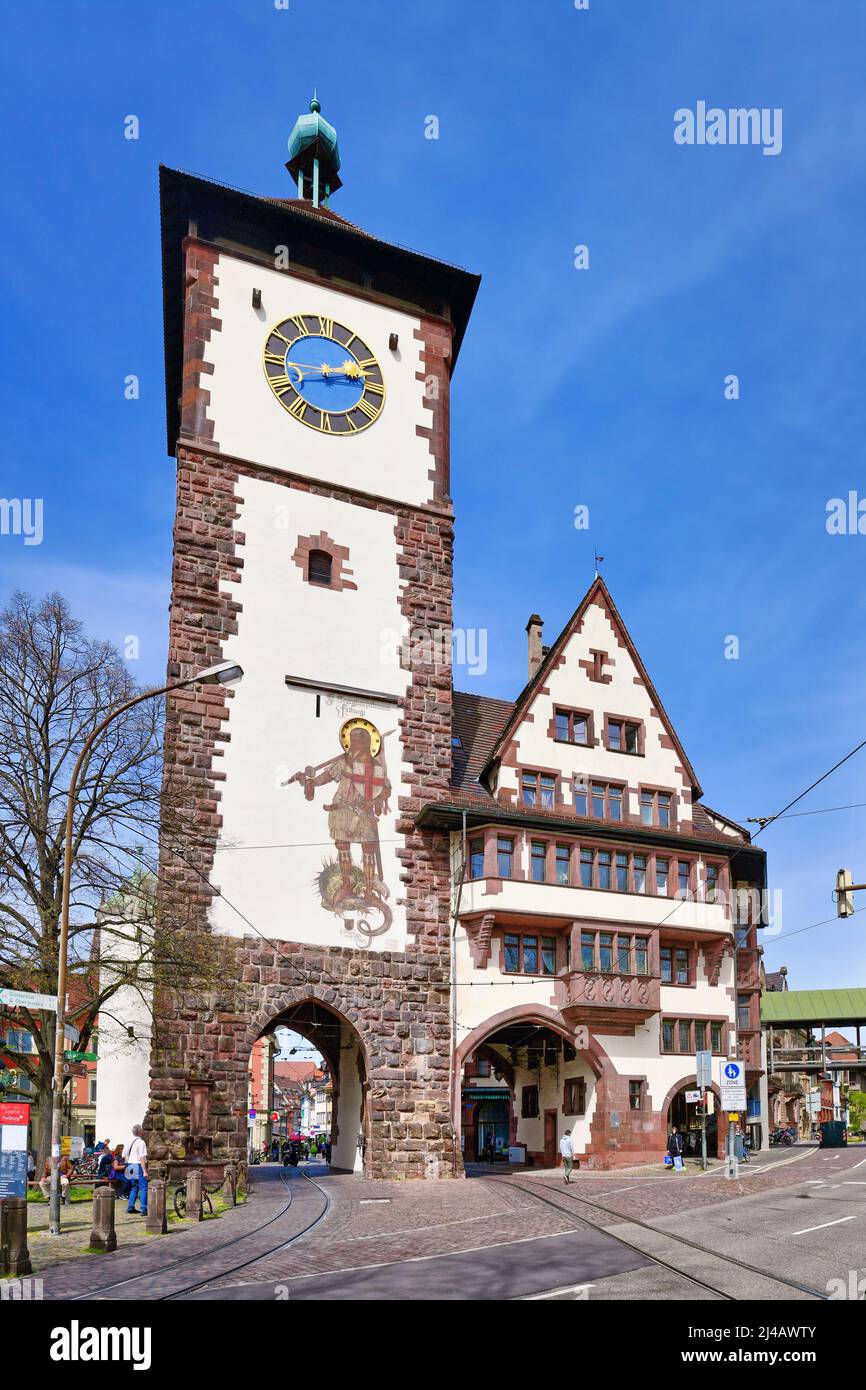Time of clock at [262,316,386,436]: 2:44
